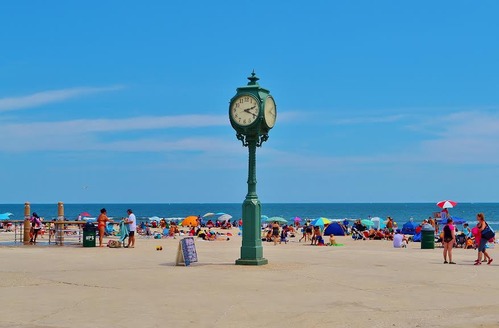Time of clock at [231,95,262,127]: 2:18
